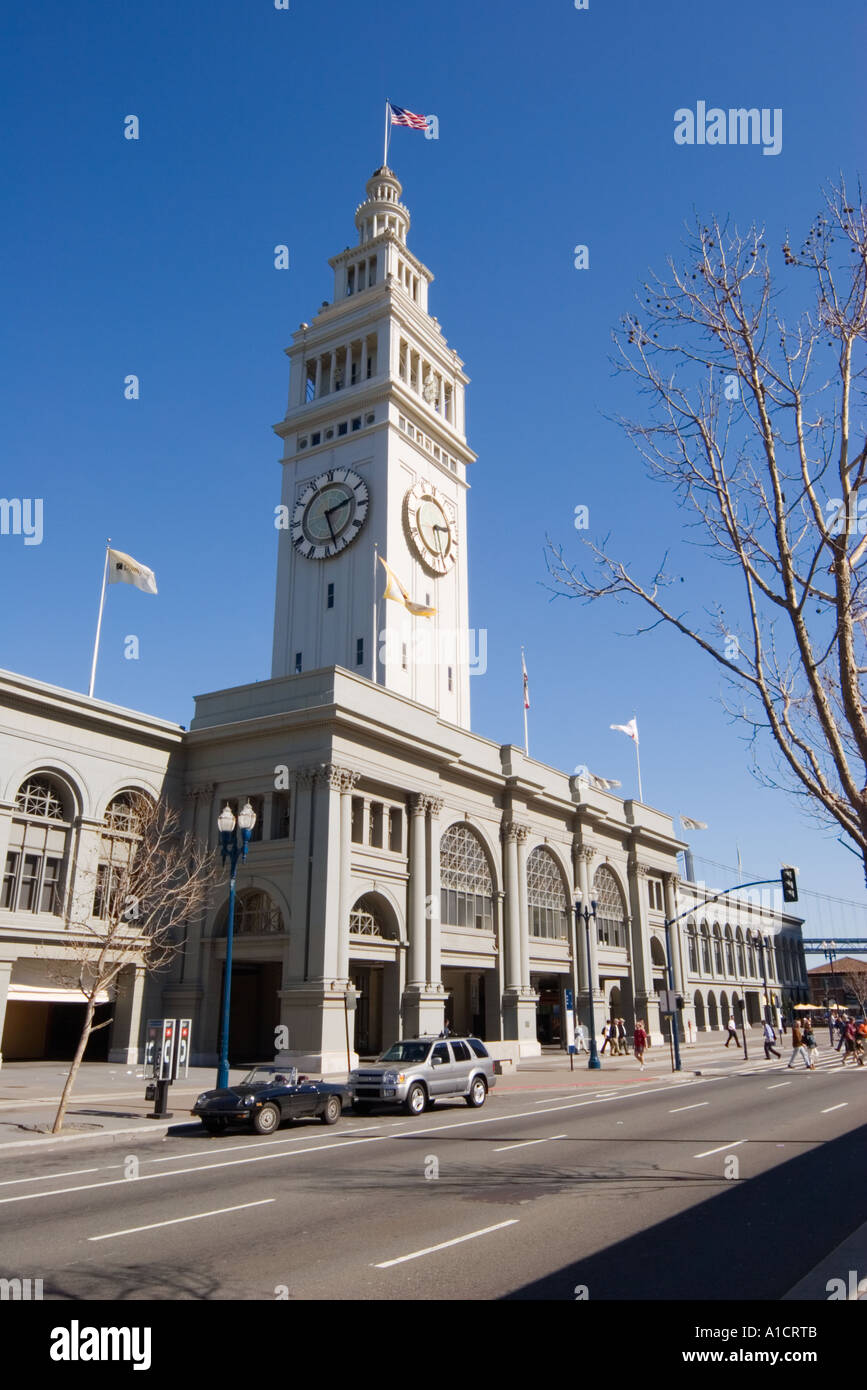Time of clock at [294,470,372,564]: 2:27
